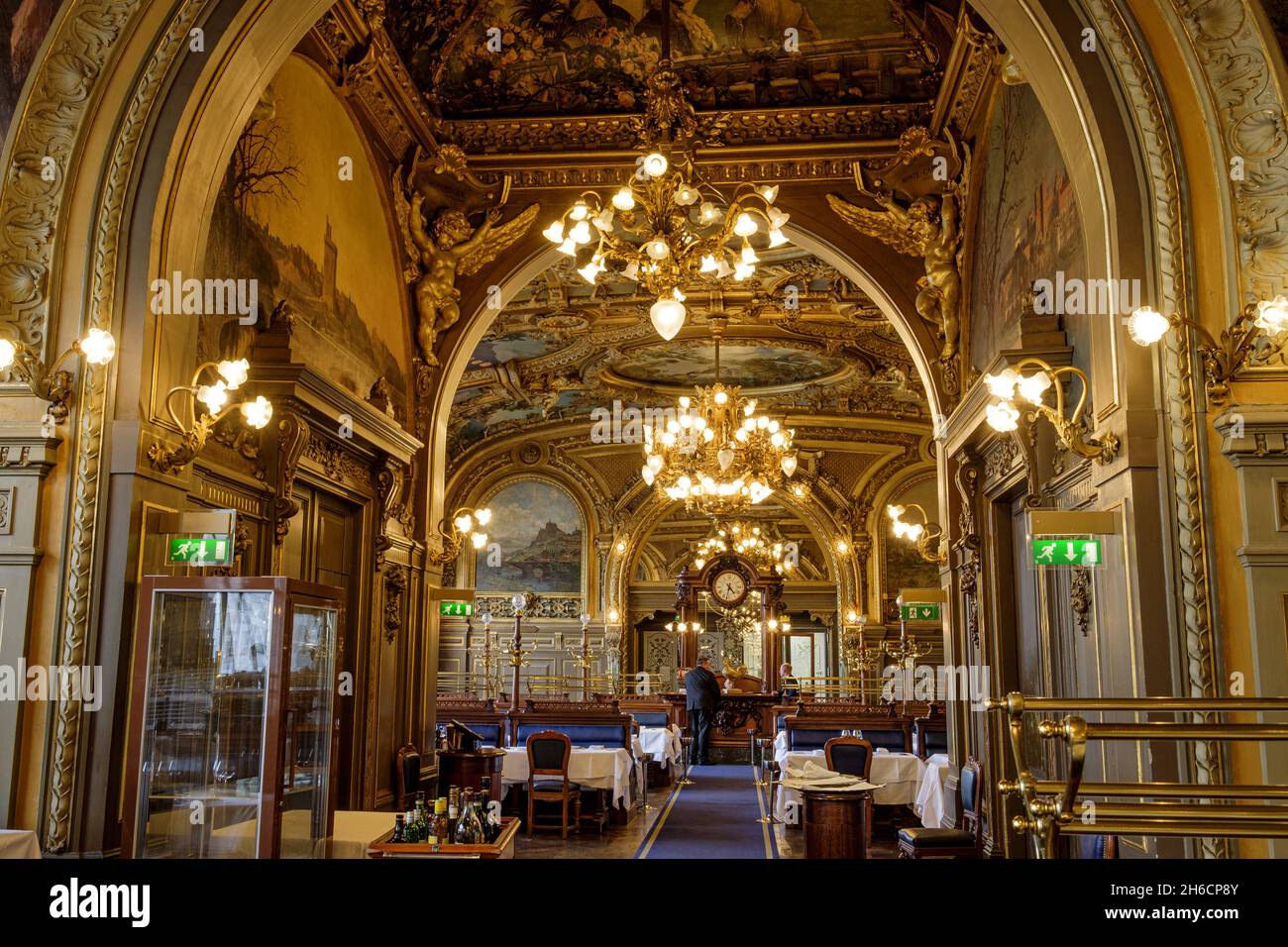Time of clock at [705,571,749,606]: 4:32
